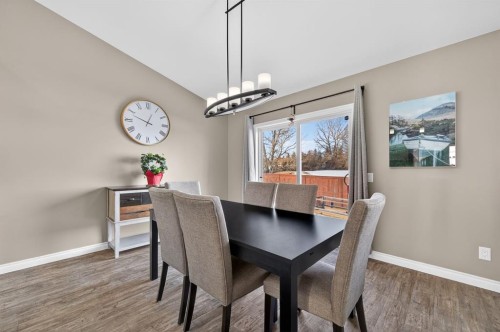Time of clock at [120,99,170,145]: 12:48
